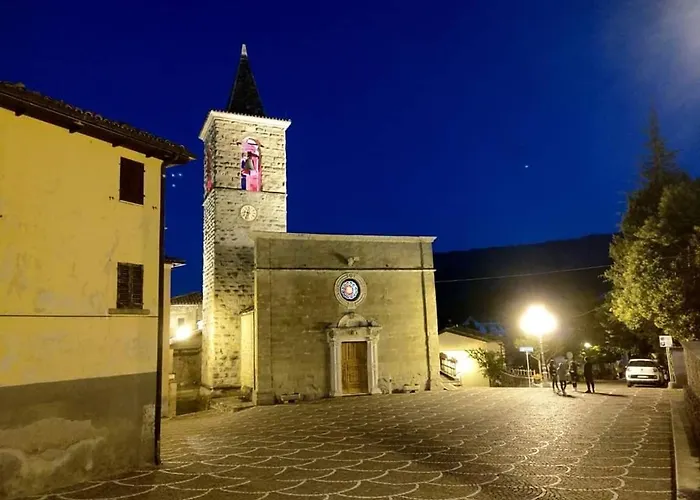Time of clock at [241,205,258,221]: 9:33
